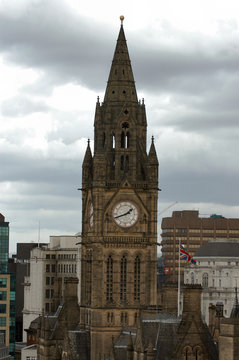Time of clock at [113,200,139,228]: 1:41
